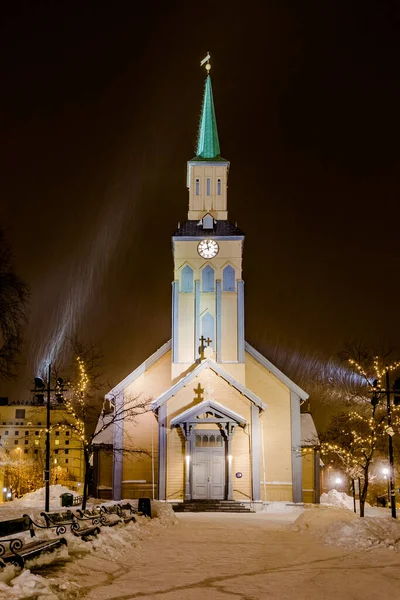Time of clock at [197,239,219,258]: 11:41
